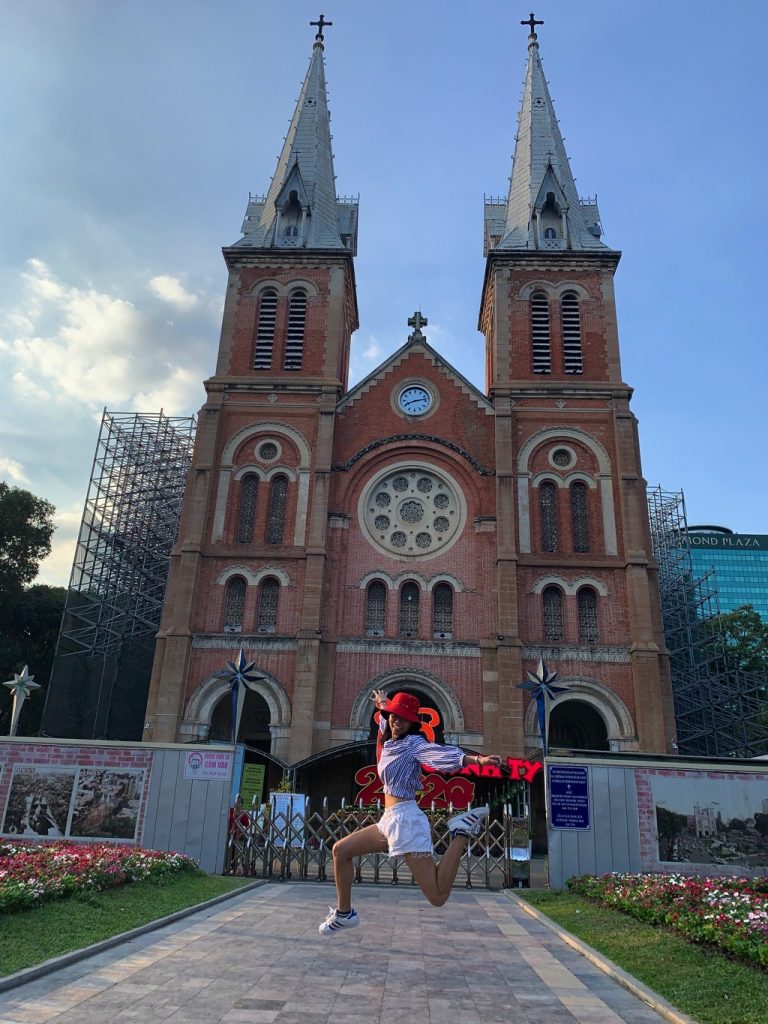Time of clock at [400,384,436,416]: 8:12
